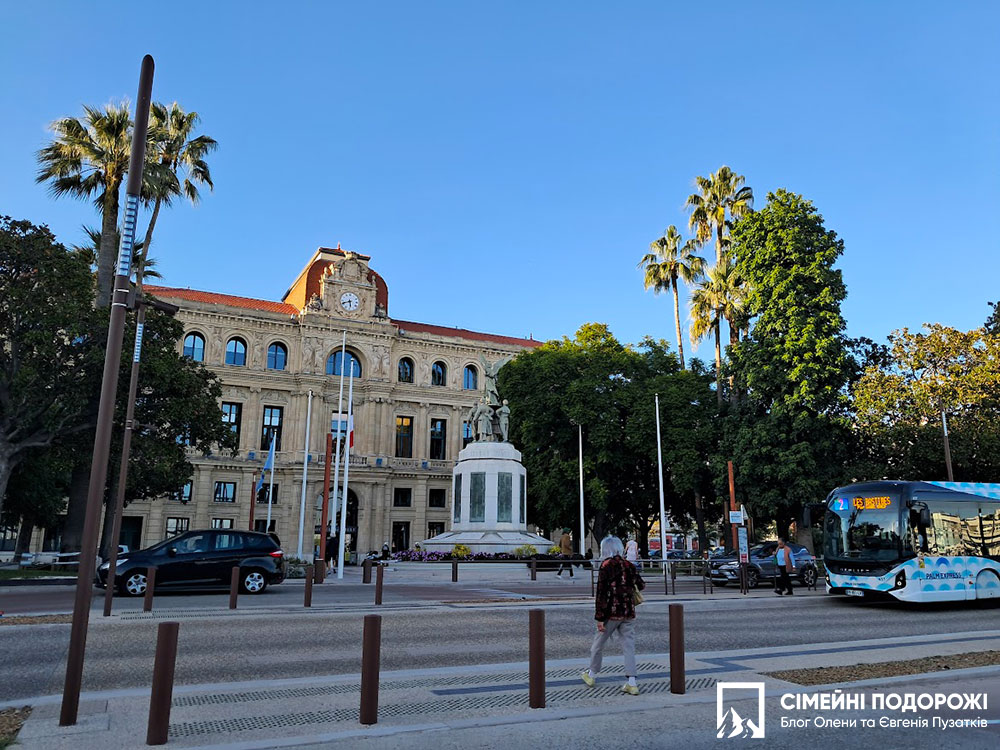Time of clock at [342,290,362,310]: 5:41
